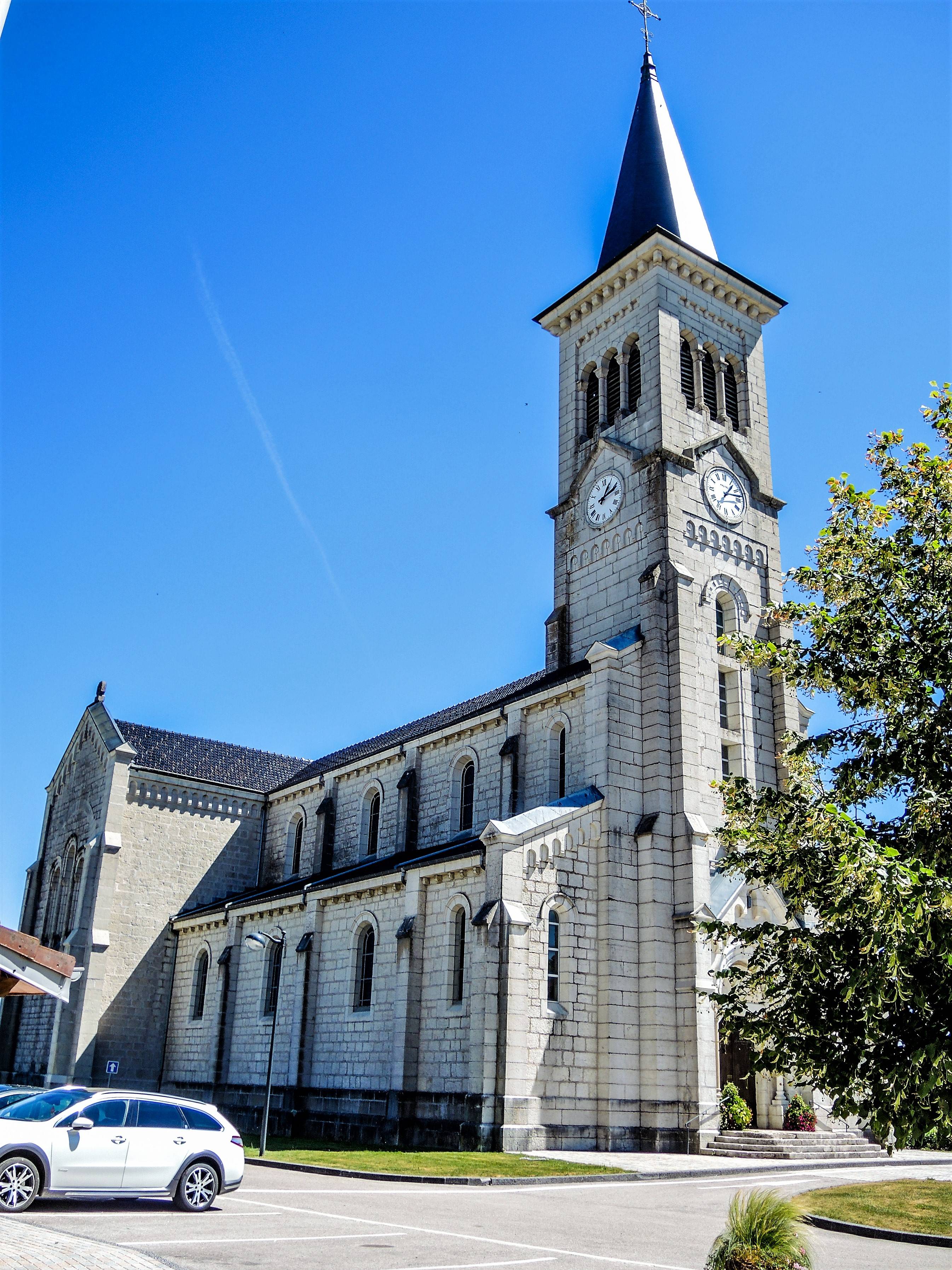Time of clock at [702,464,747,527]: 7:06
